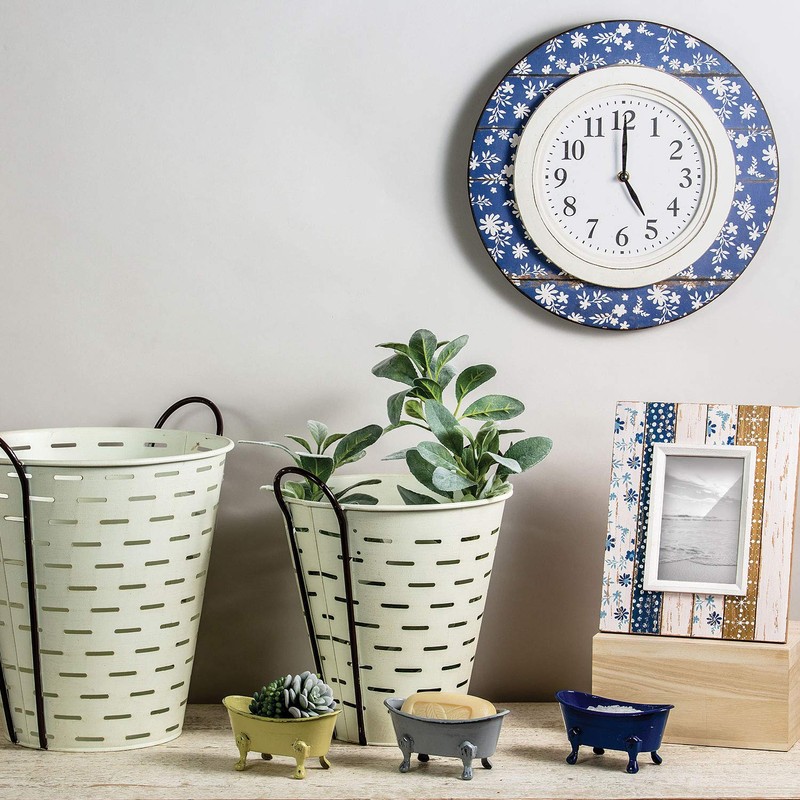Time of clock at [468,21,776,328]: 5:00
